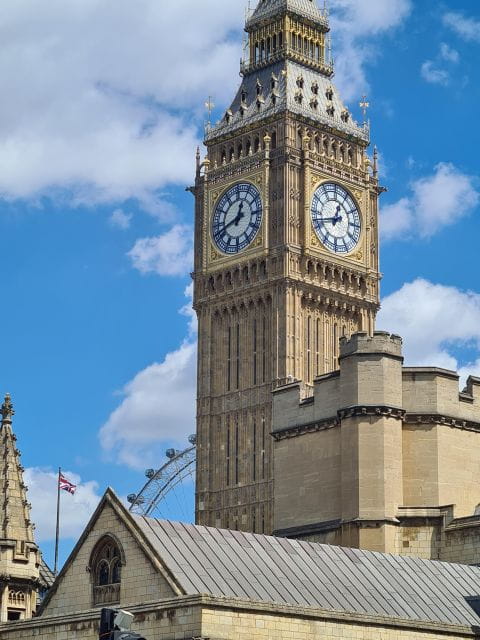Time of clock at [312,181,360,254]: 12:42
